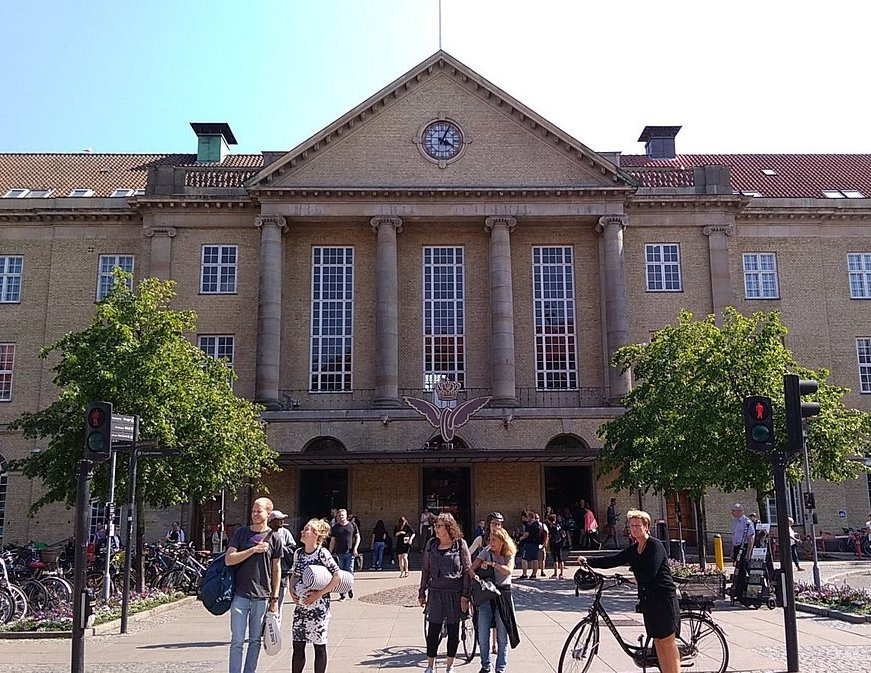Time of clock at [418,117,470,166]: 4:04
